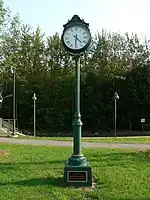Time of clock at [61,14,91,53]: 4:30
